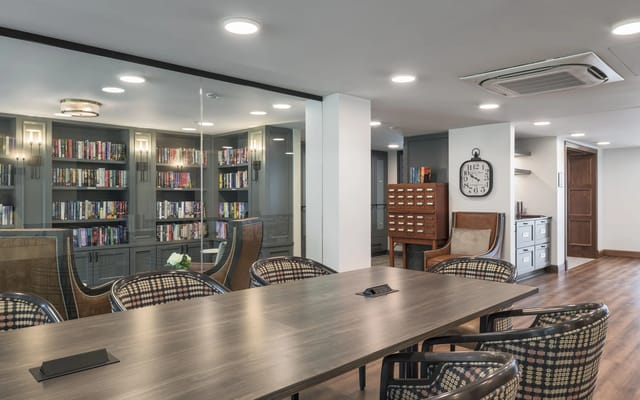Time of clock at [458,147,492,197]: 9:50
